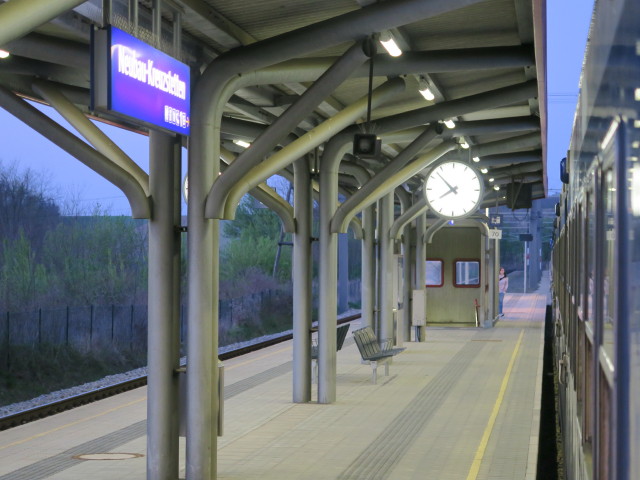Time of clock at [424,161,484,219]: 7:52
